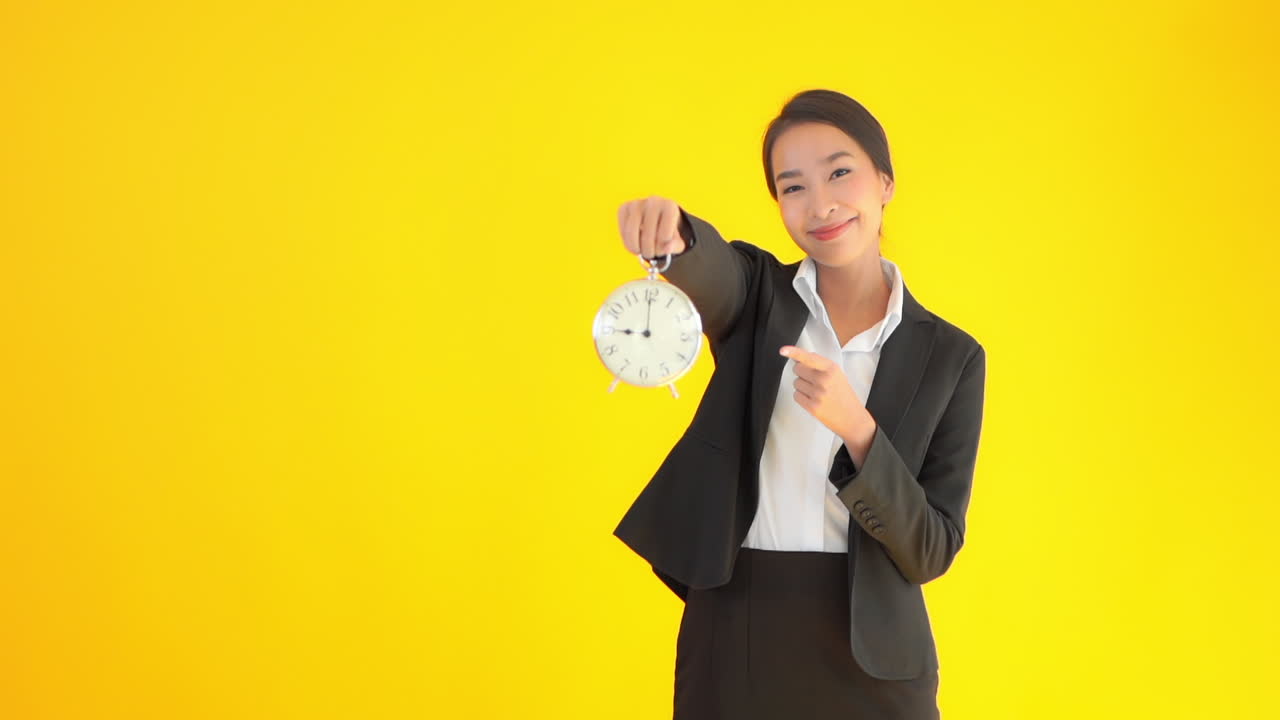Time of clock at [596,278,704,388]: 9:00
